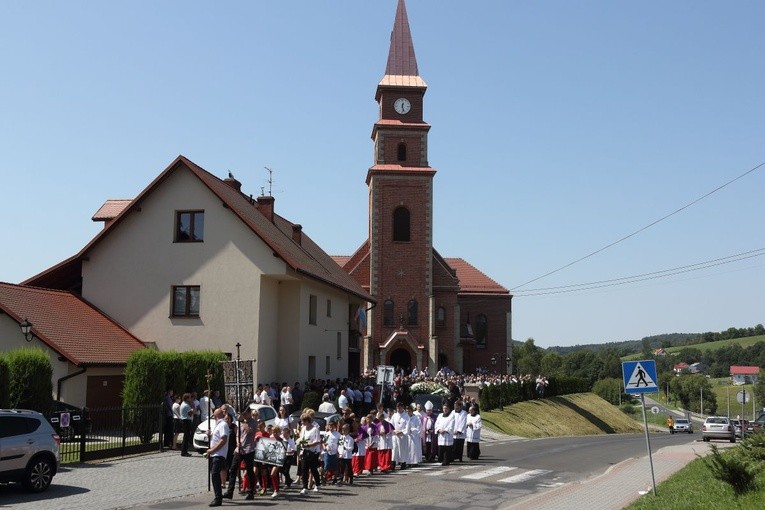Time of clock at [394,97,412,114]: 12:27
